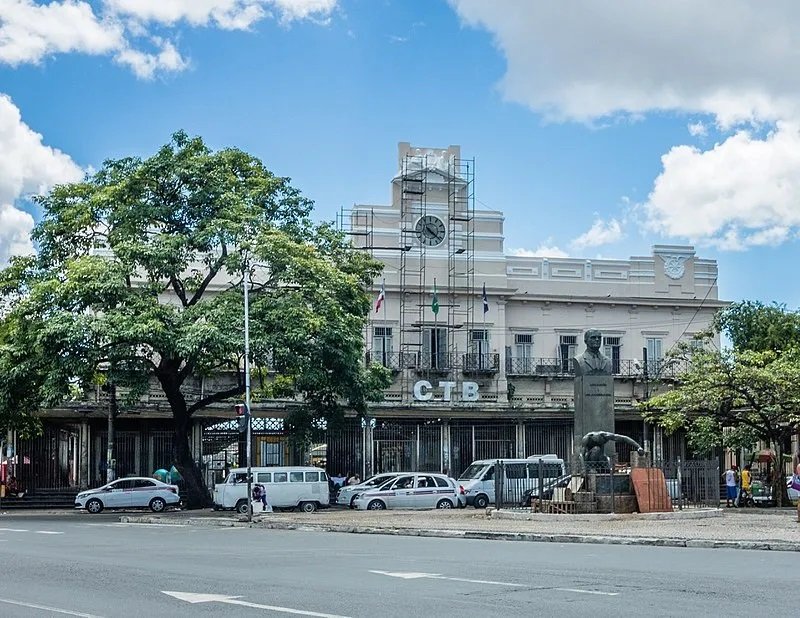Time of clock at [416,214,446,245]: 4:21
